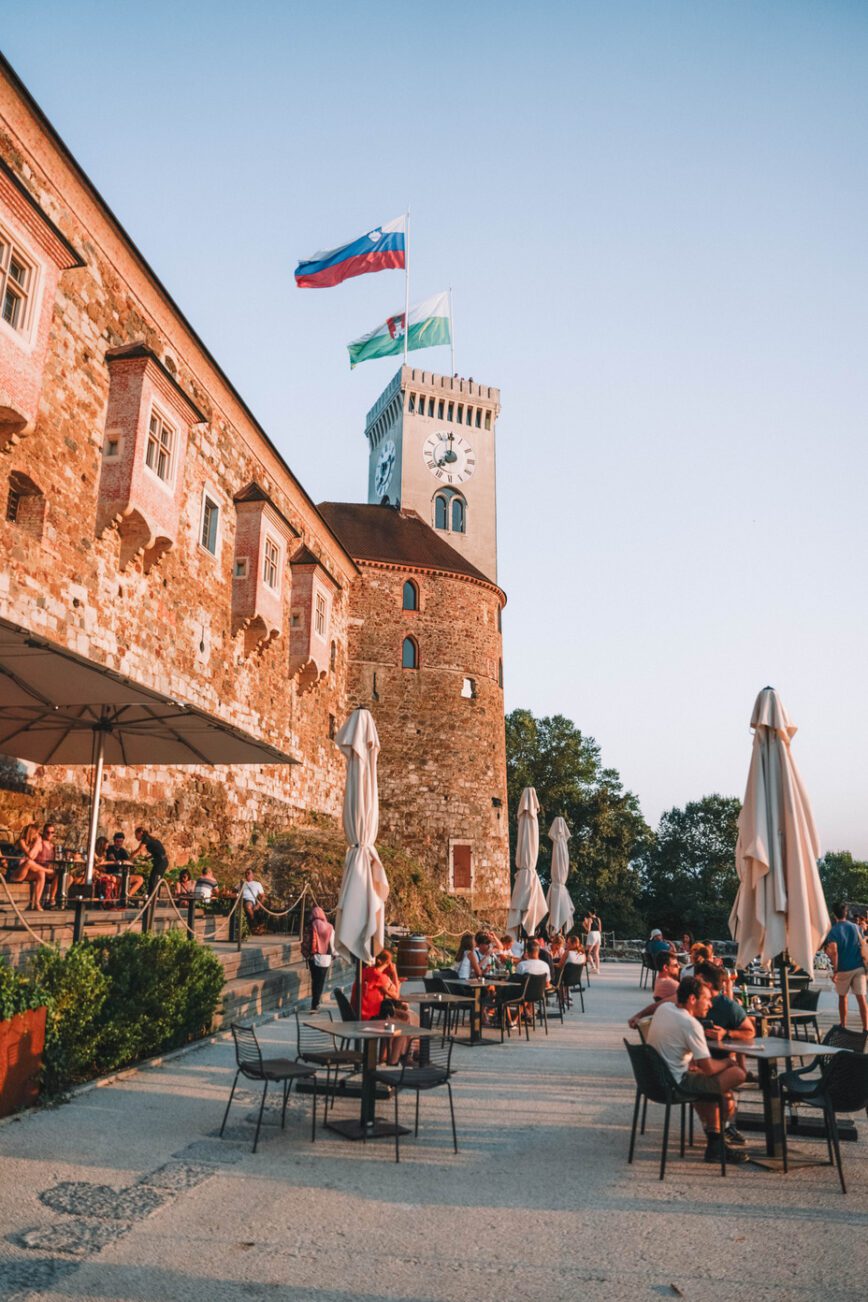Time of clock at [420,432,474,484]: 7:00
